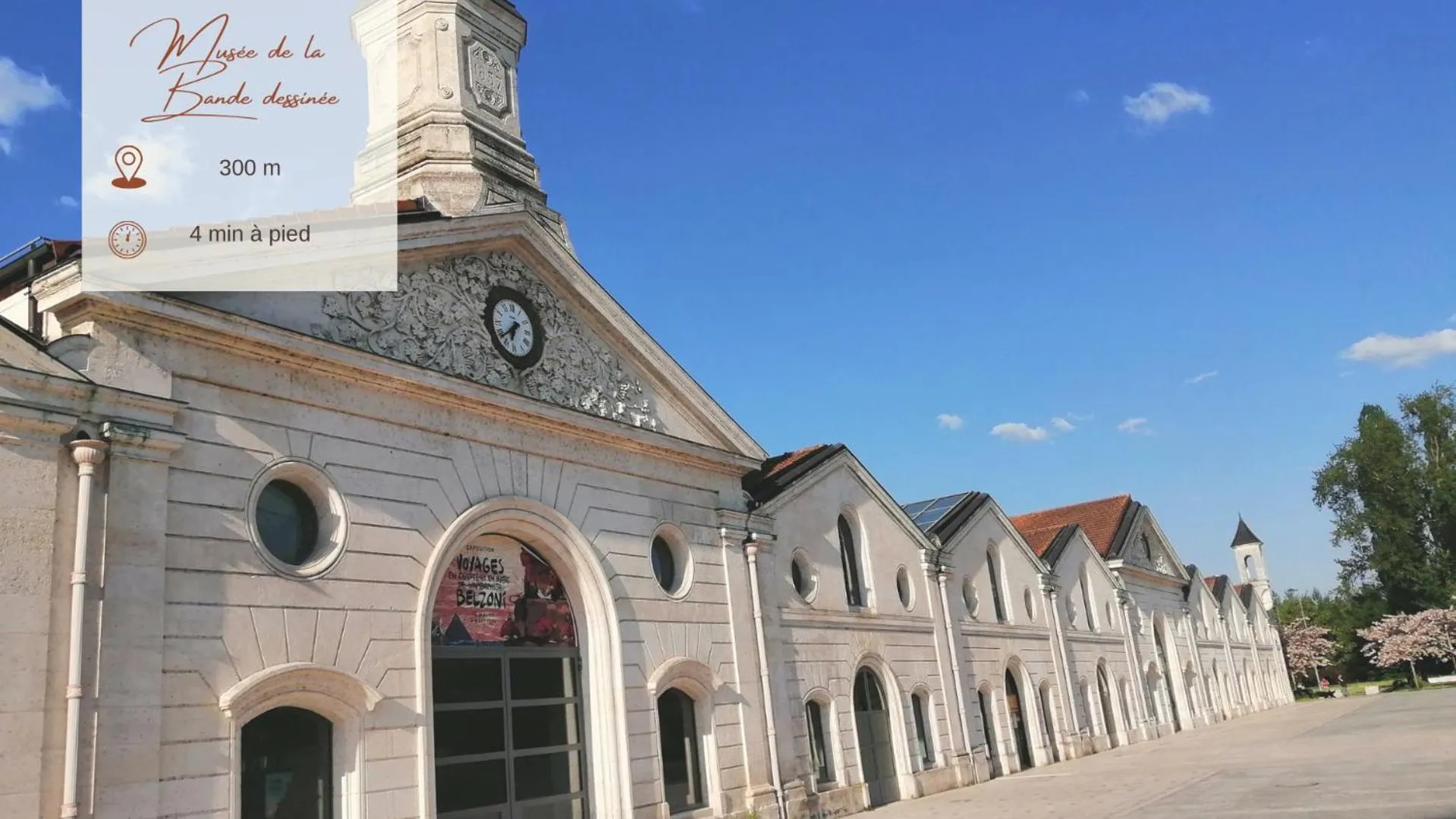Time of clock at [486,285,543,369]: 6:38
